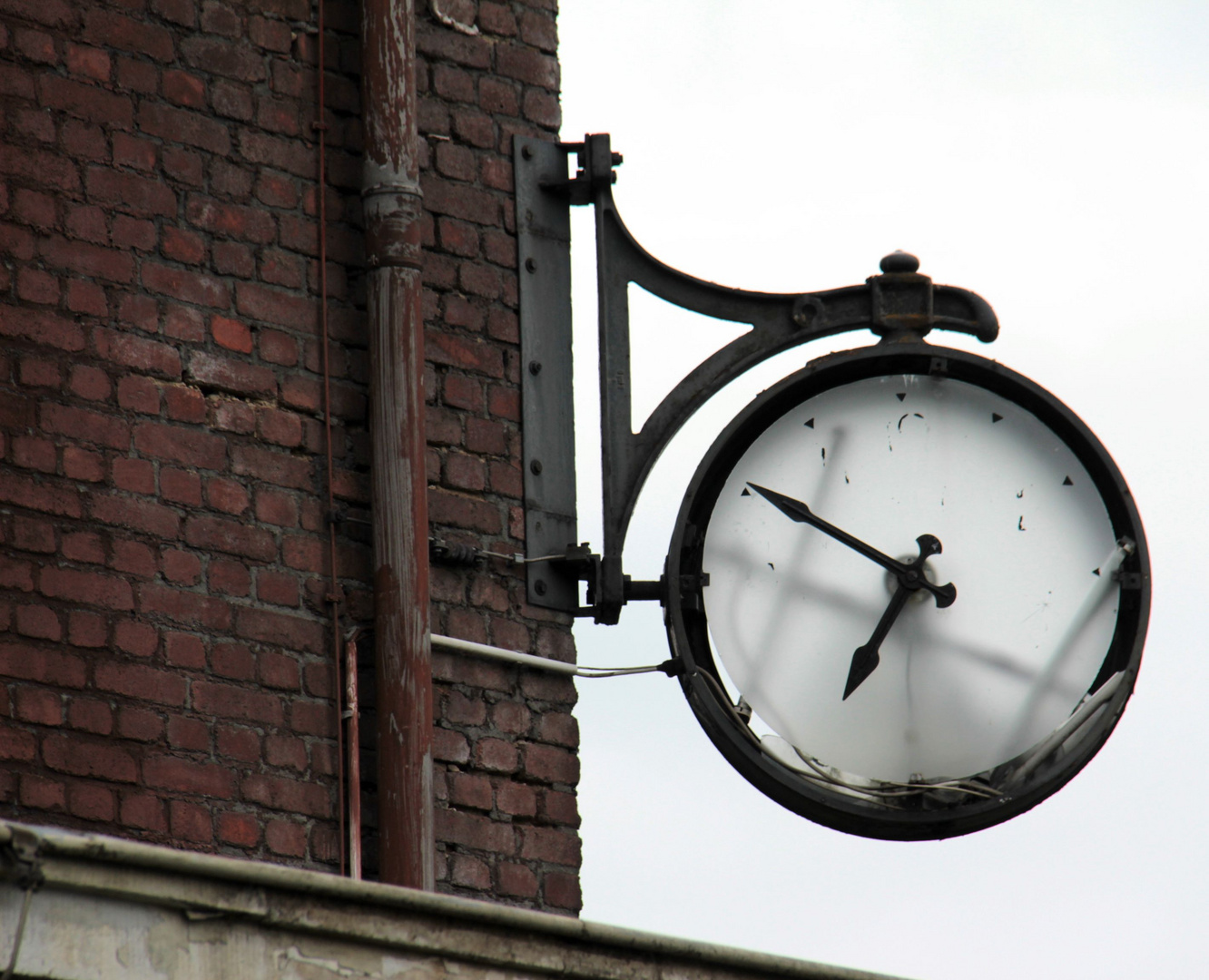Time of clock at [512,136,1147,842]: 6:50
